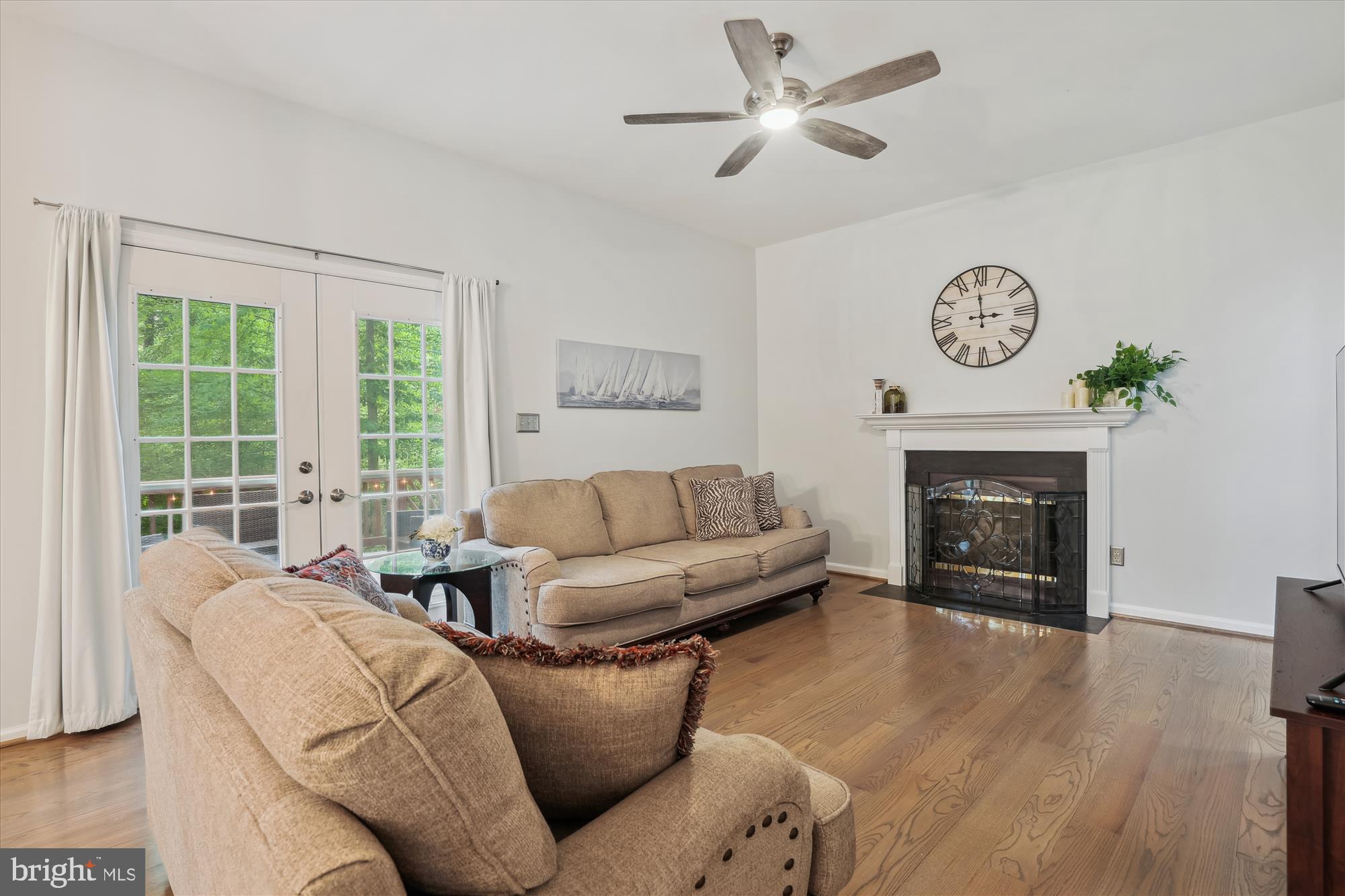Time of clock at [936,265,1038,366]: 2:59
